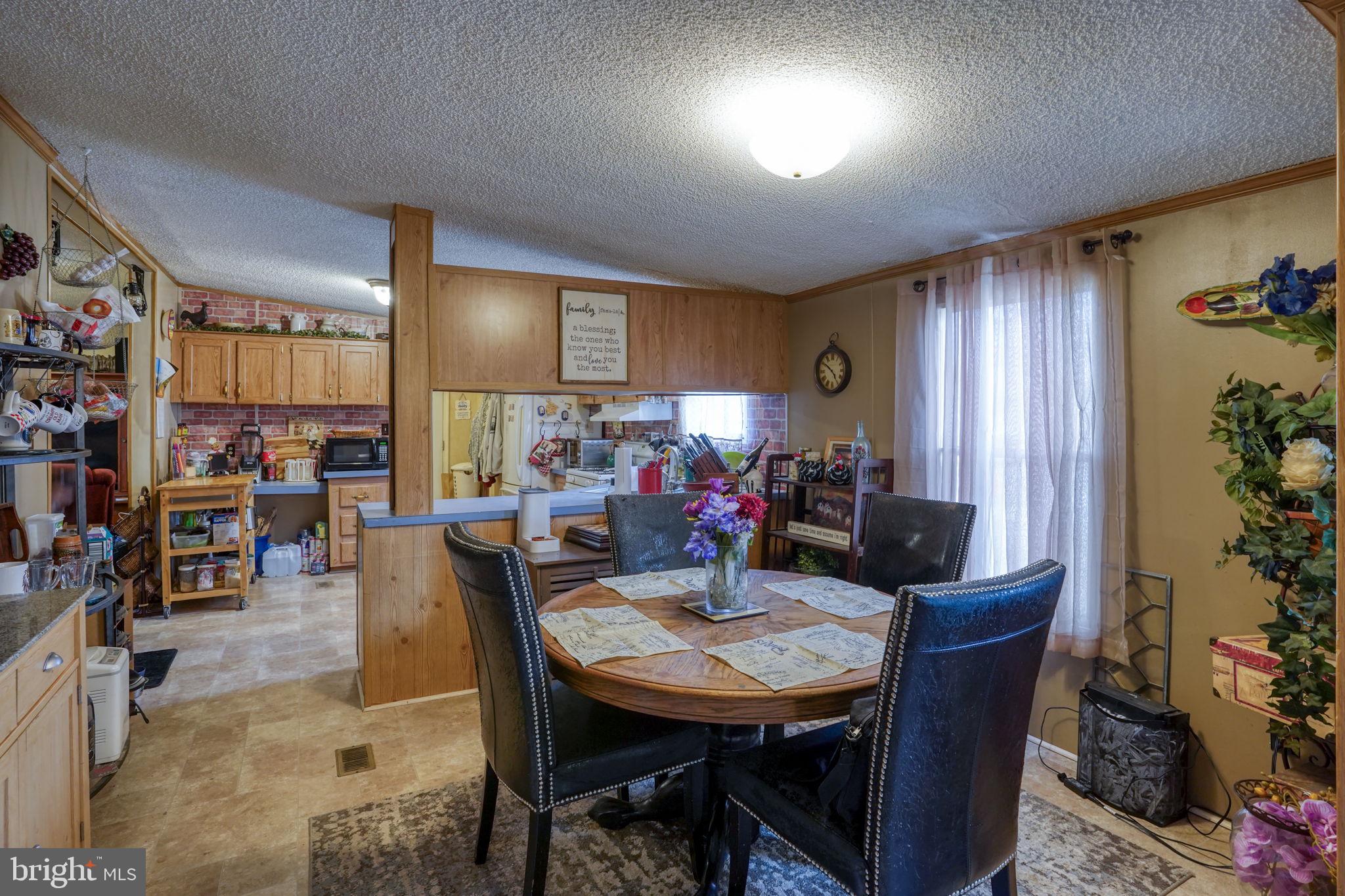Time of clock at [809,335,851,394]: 4:50
